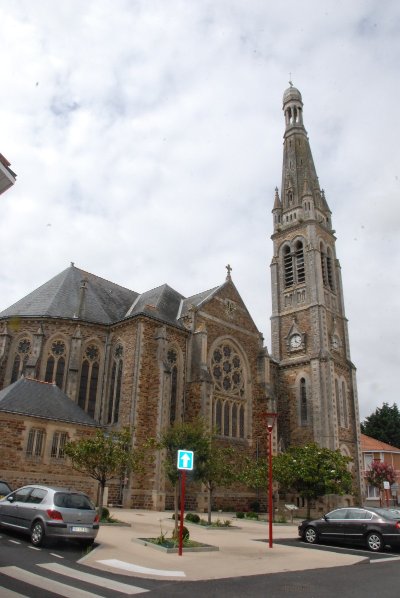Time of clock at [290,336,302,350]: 3:58
